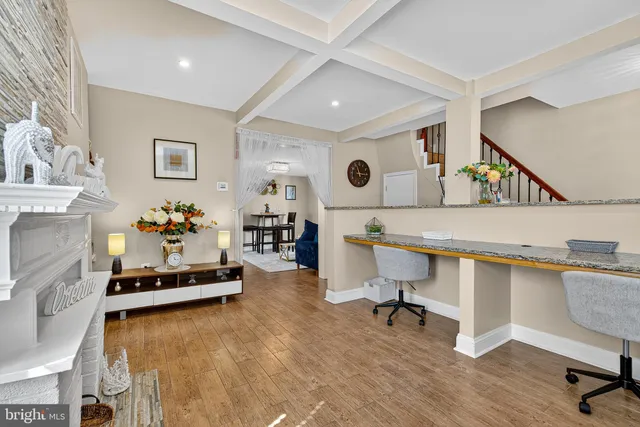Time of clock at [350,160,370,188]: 11:16
